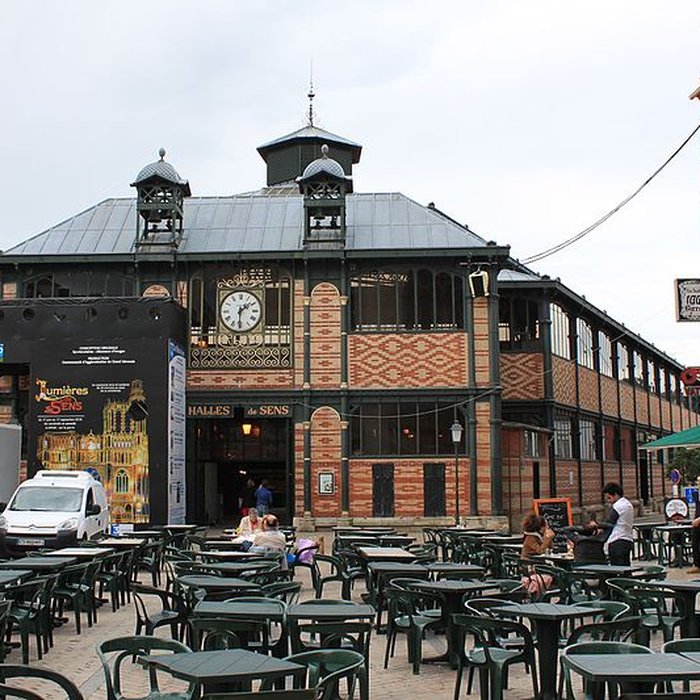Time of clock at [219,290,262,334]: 1:30
